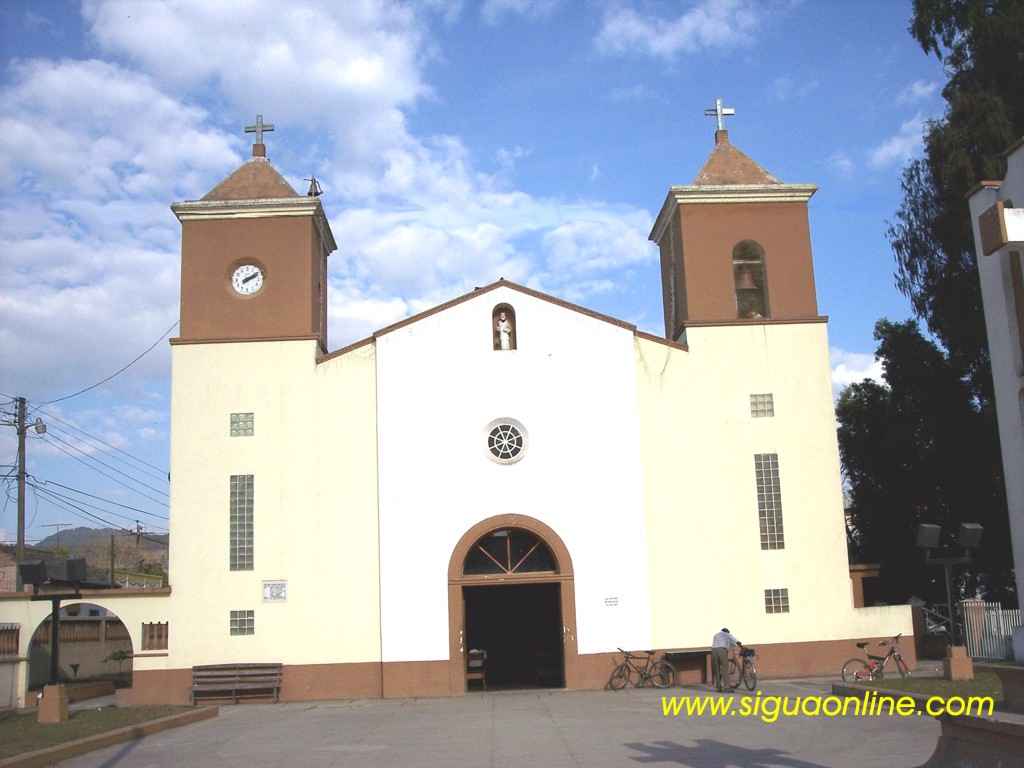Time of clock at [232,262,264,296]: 2:09
